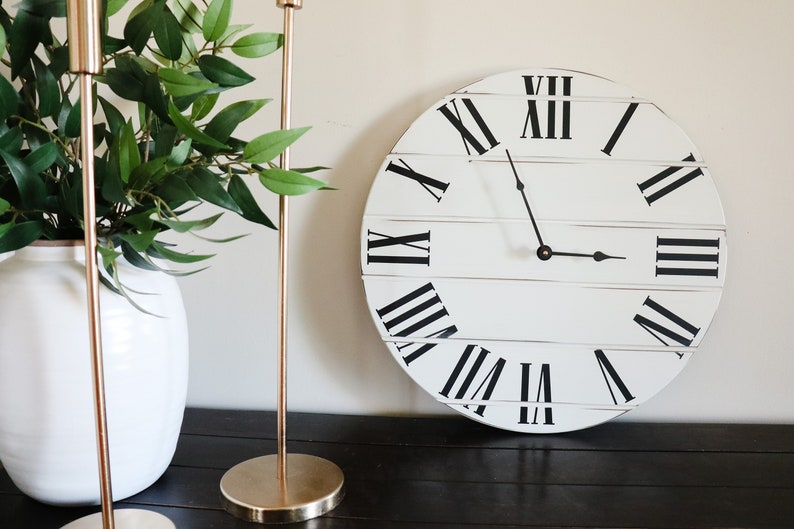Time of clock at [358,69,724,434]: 2:56
